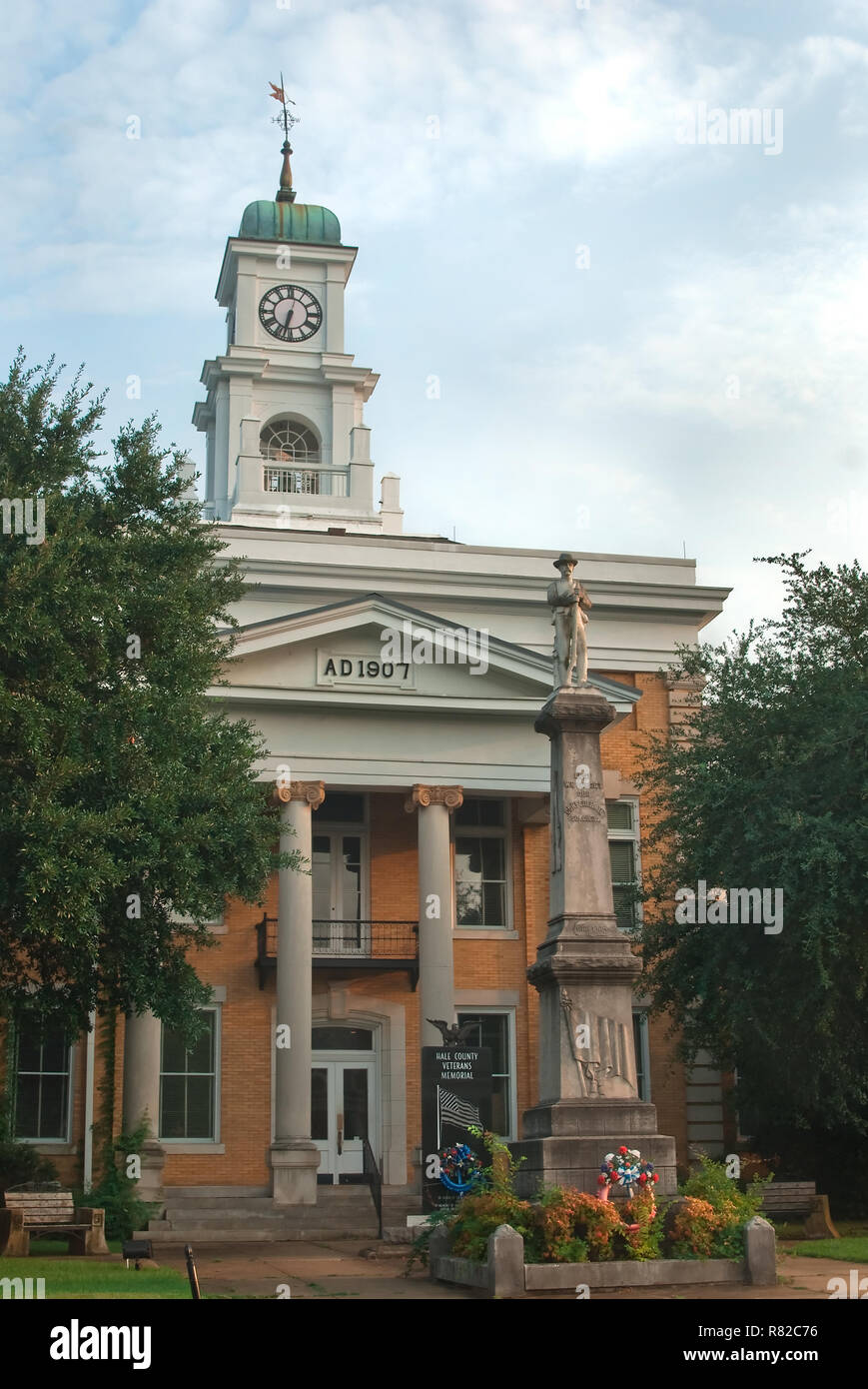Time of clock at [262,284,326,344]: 6:32
